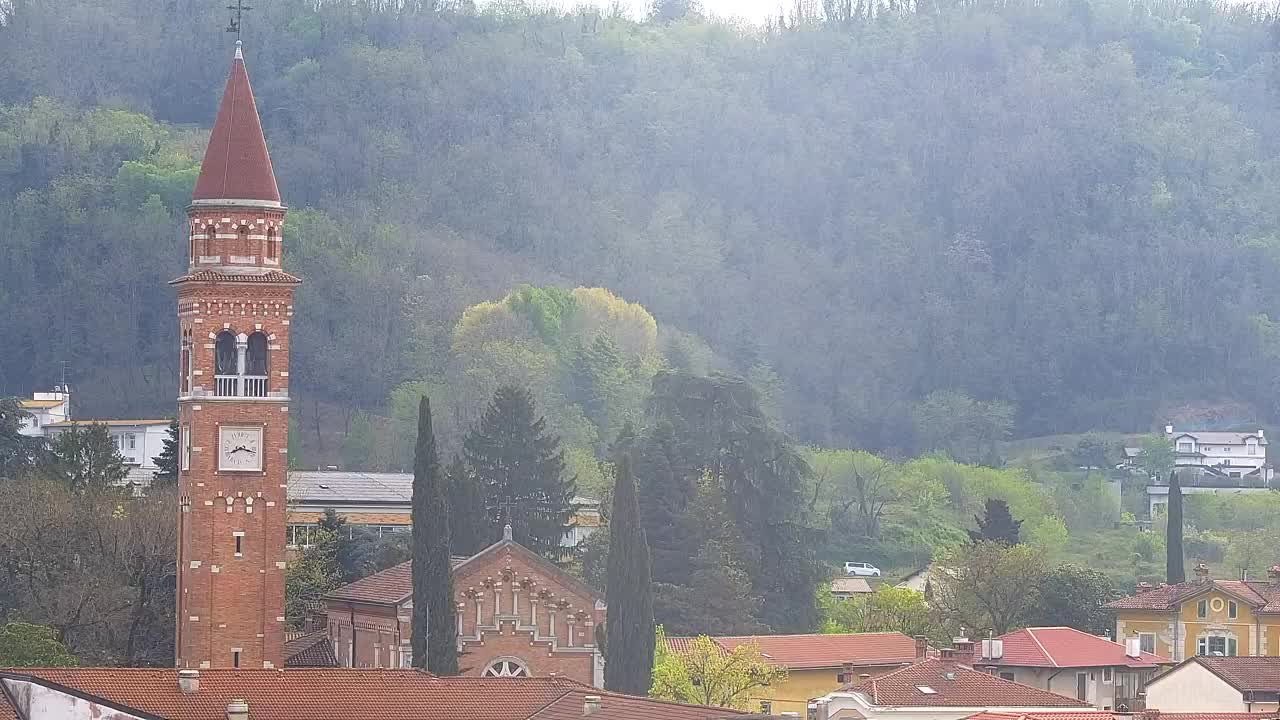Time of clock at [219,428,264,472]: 8:17
